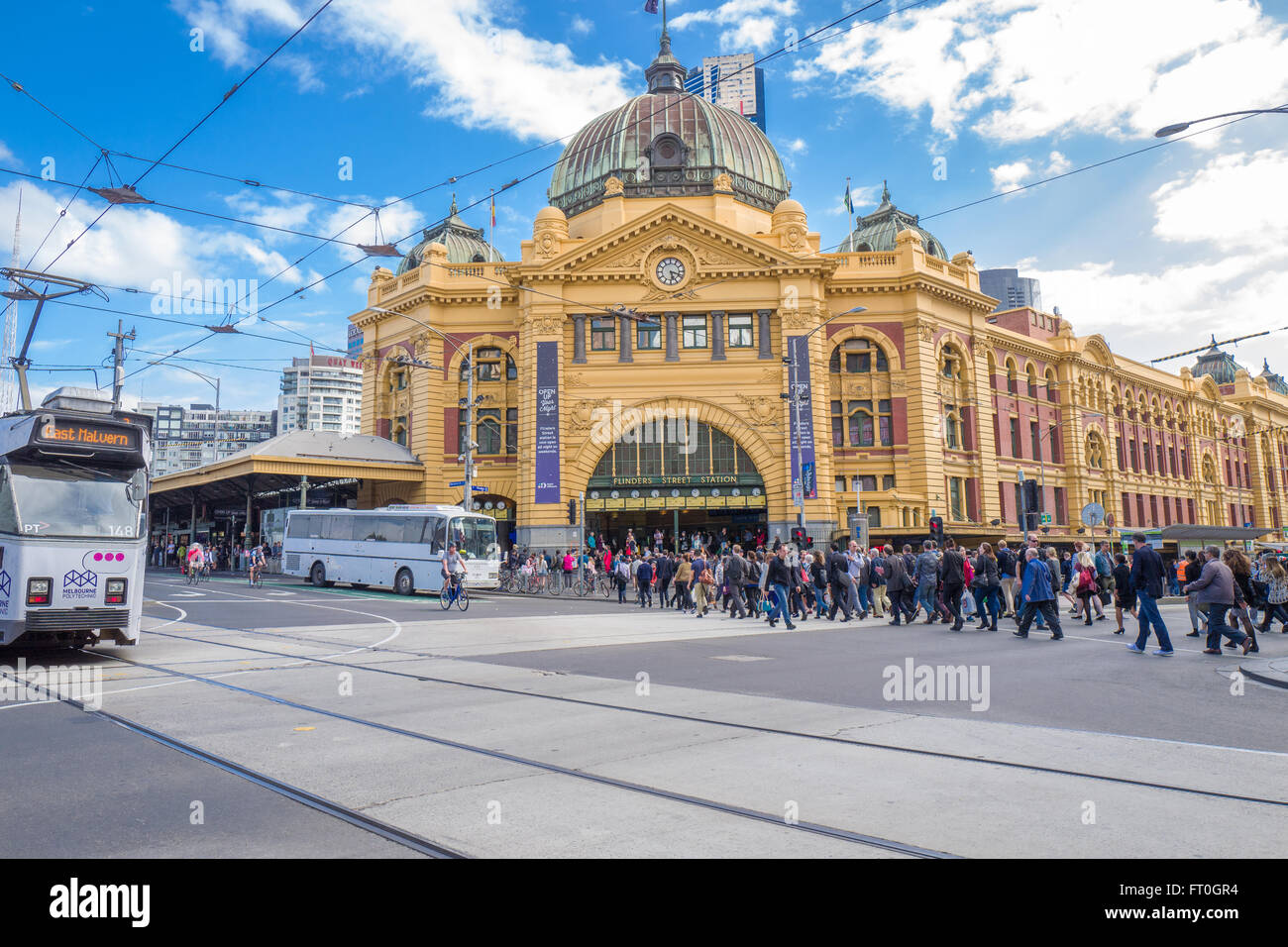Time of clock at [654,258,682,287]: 5:18
